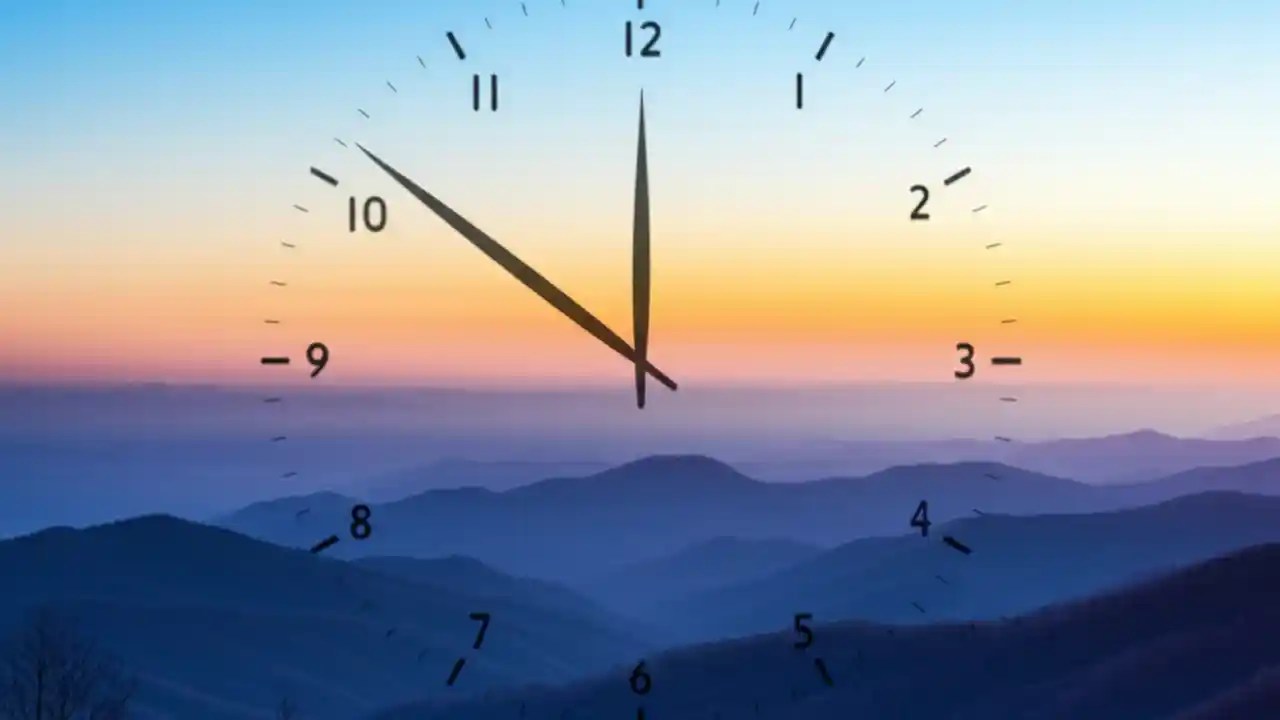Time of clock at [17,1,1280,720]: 11:51
